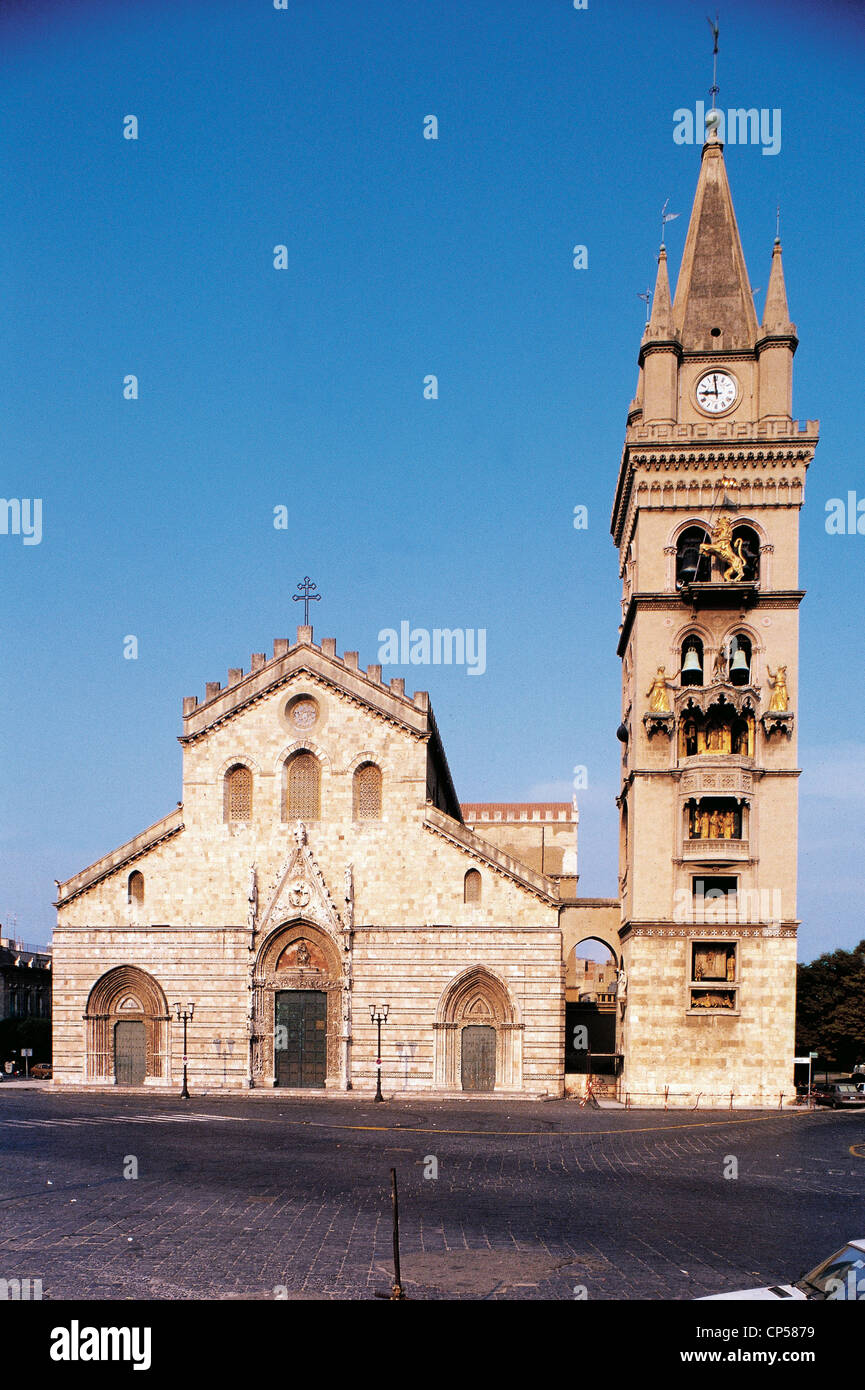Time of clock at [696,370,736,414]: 8:59
